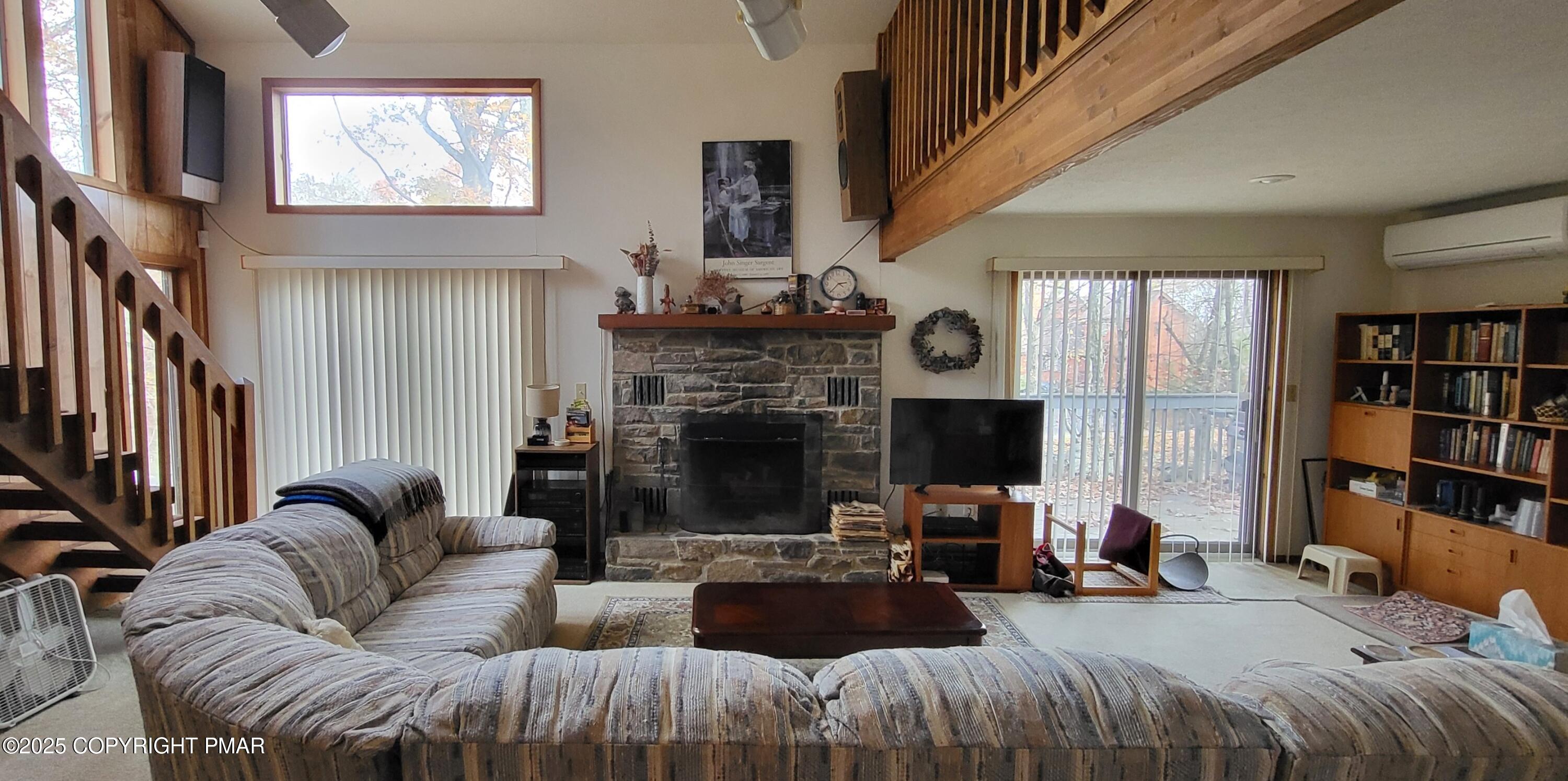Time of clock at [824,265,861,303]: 2:37
